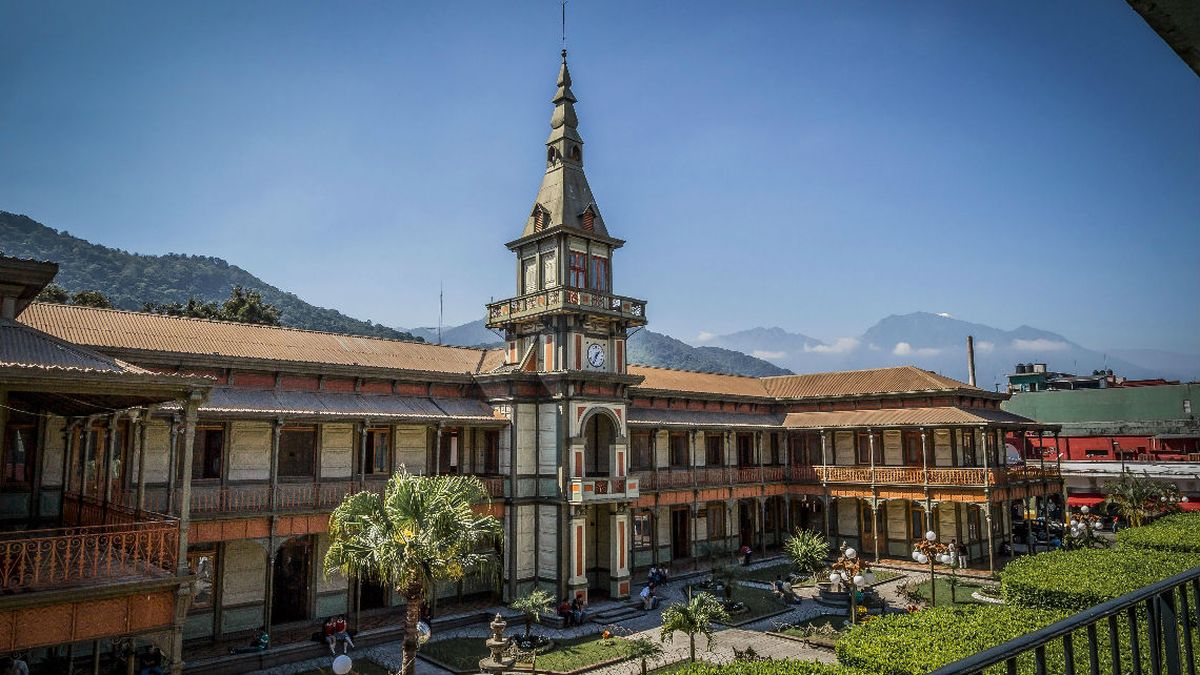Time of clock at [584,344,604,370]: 1:34
